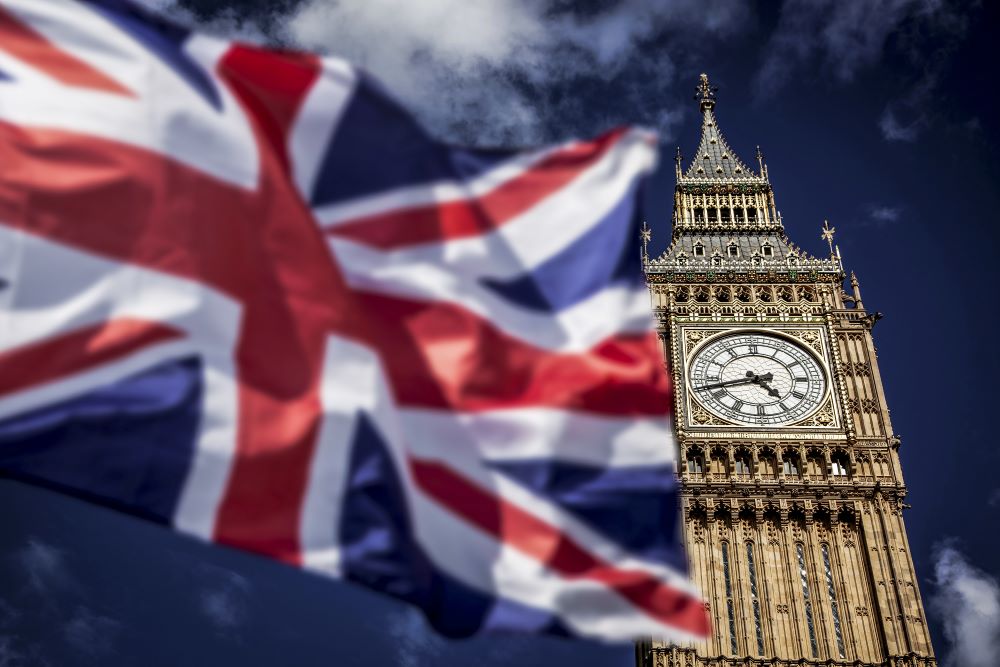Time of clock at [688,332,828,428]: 4:42
